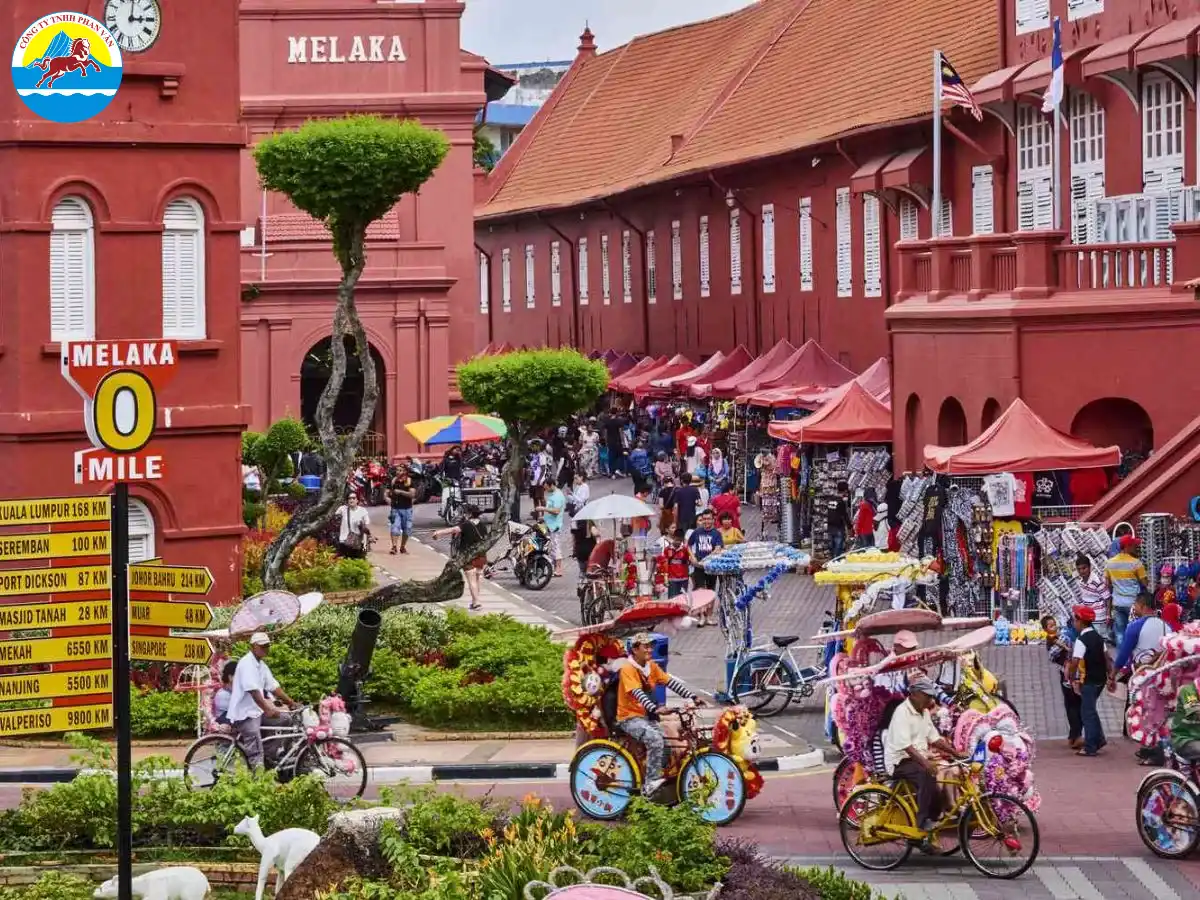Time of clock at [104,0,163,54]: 3:01
